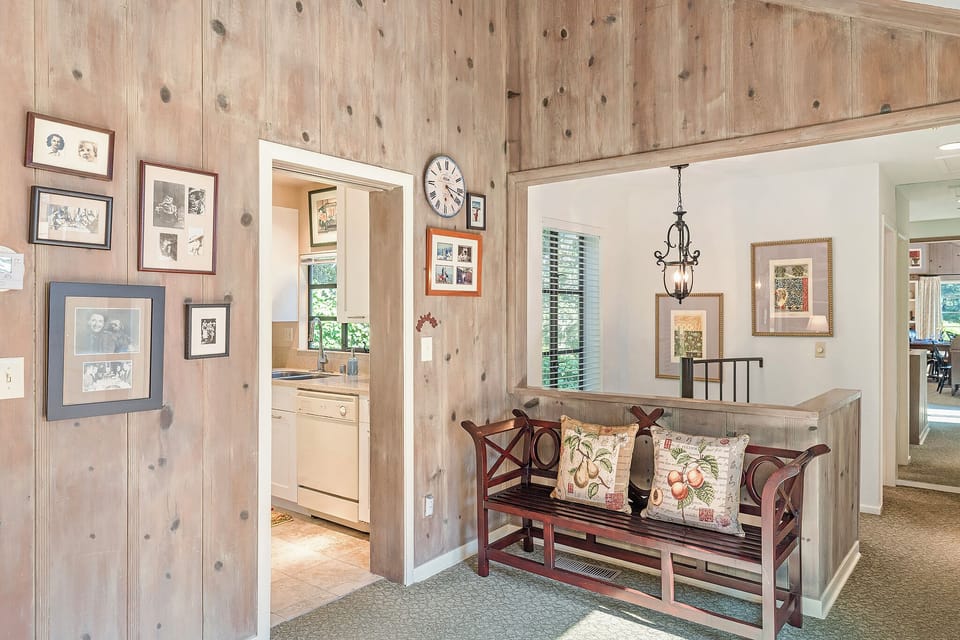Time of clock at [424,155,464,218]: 4:16
